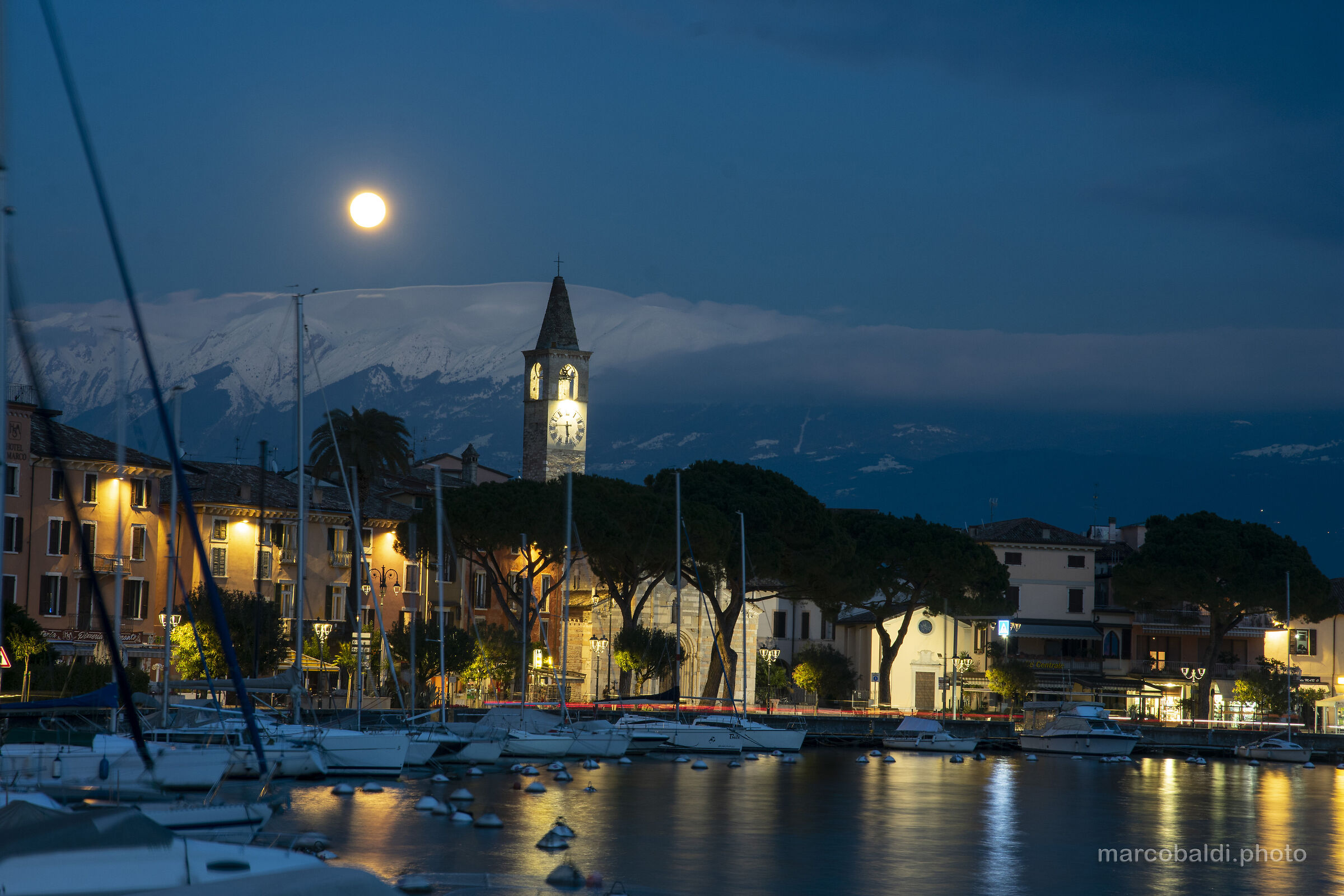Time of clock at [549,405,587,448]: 5:46
